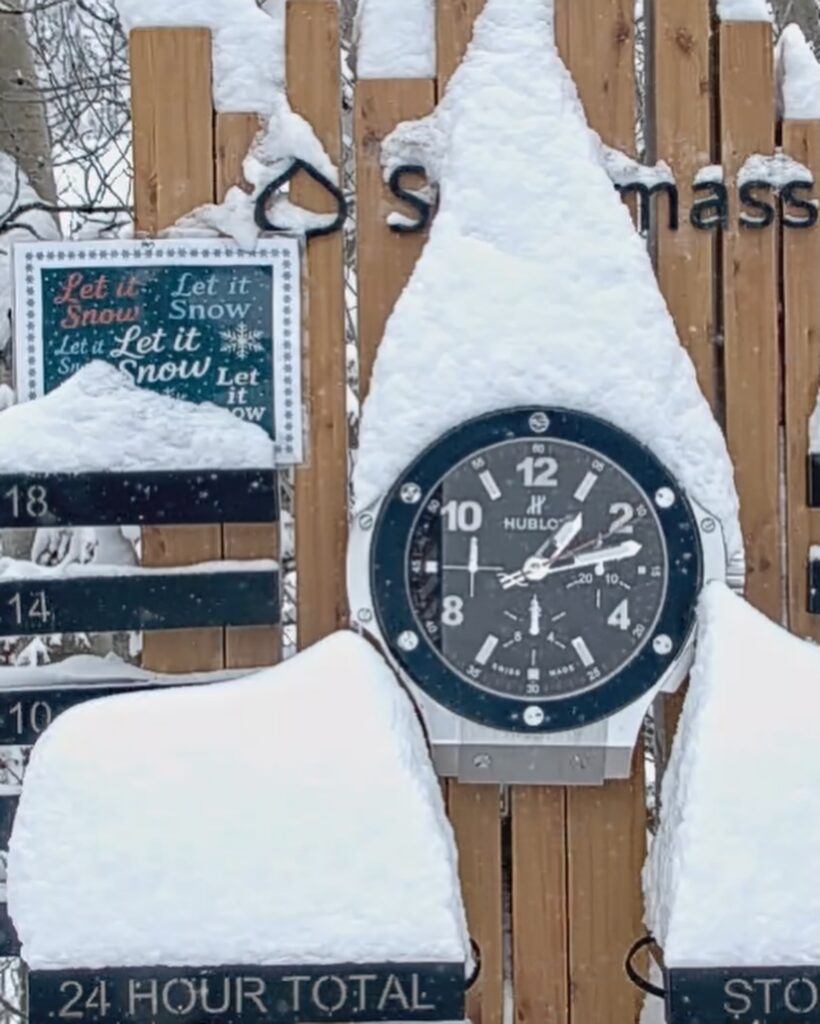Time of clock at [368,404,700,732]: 1:12
